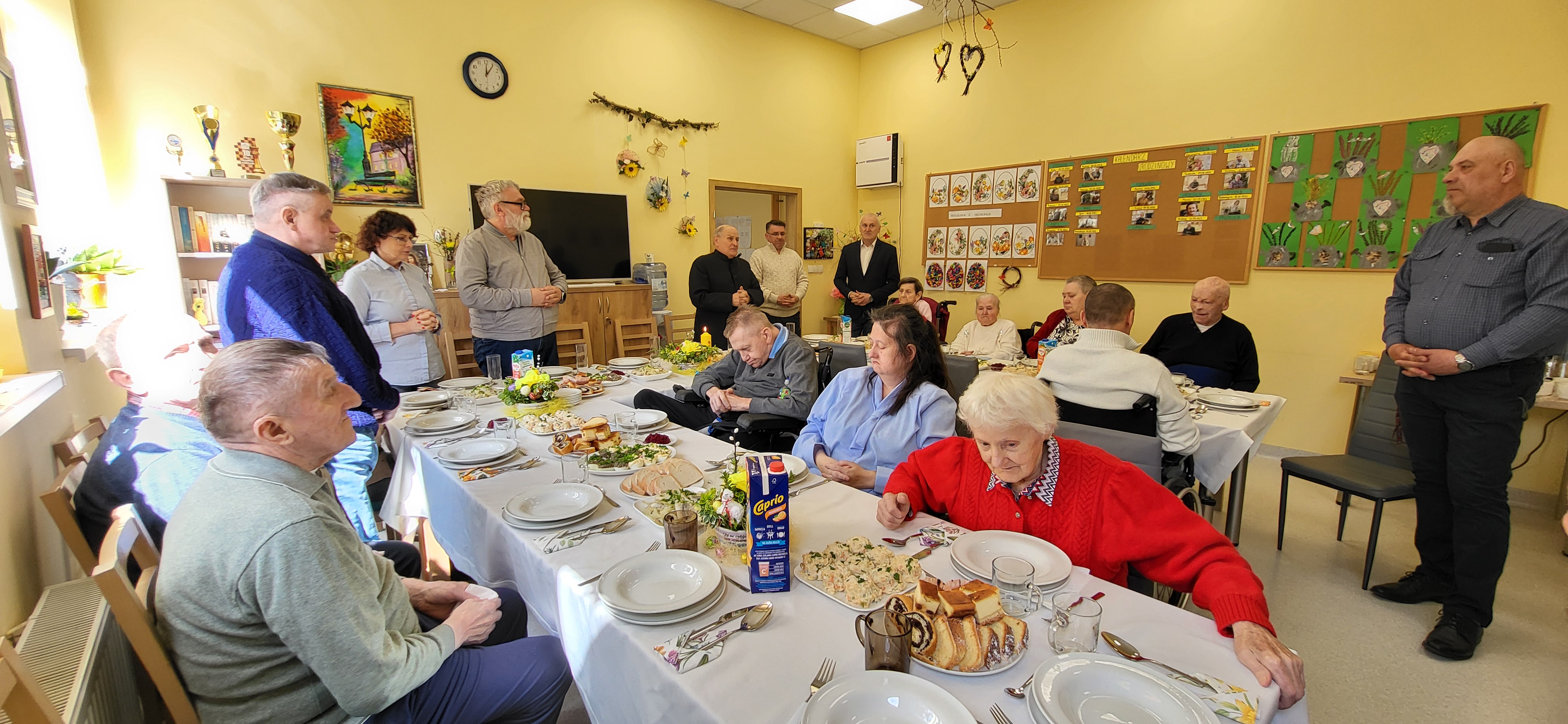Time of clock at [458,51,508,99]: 12:05
